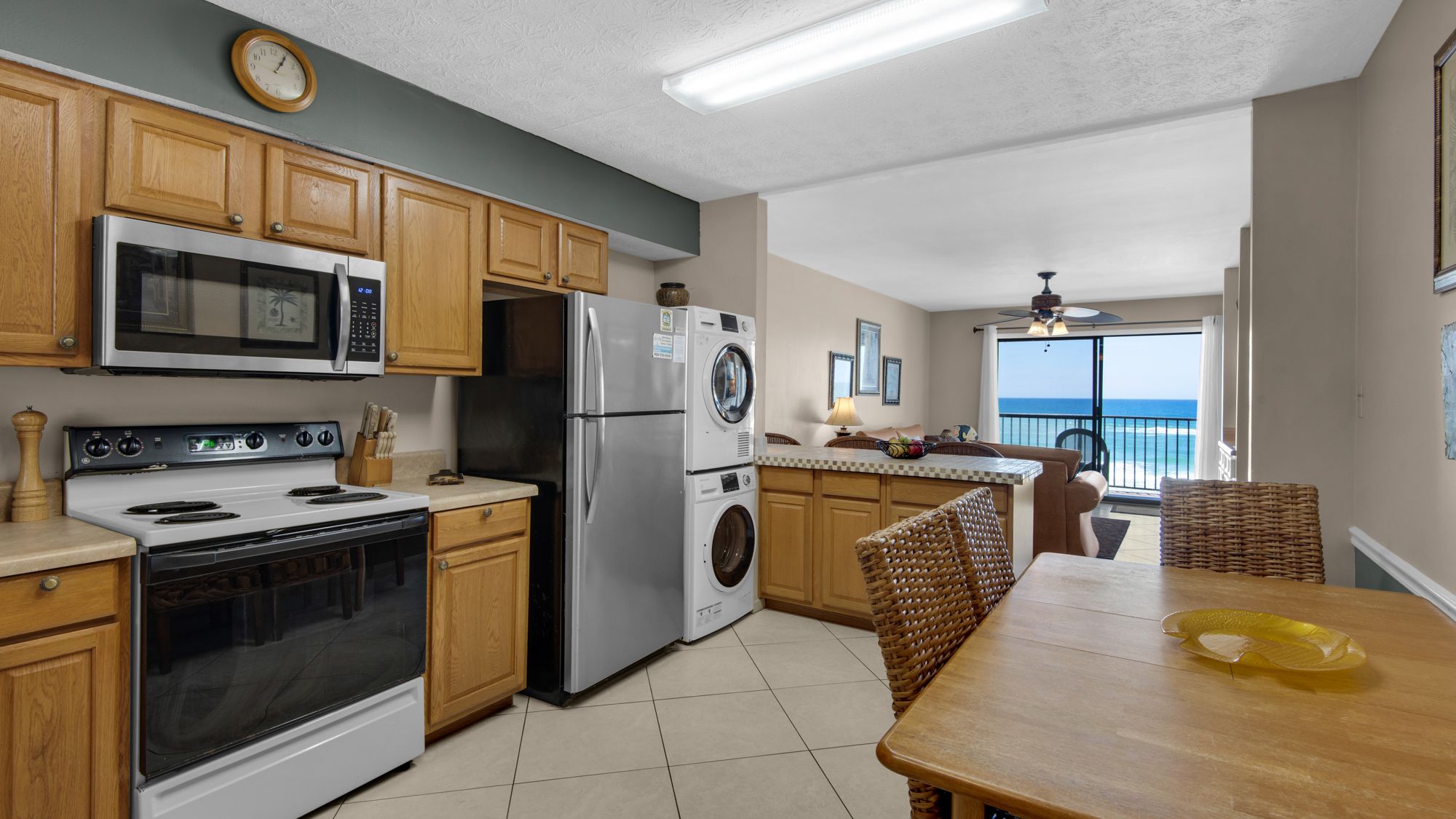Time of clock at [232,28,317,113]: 1:05
